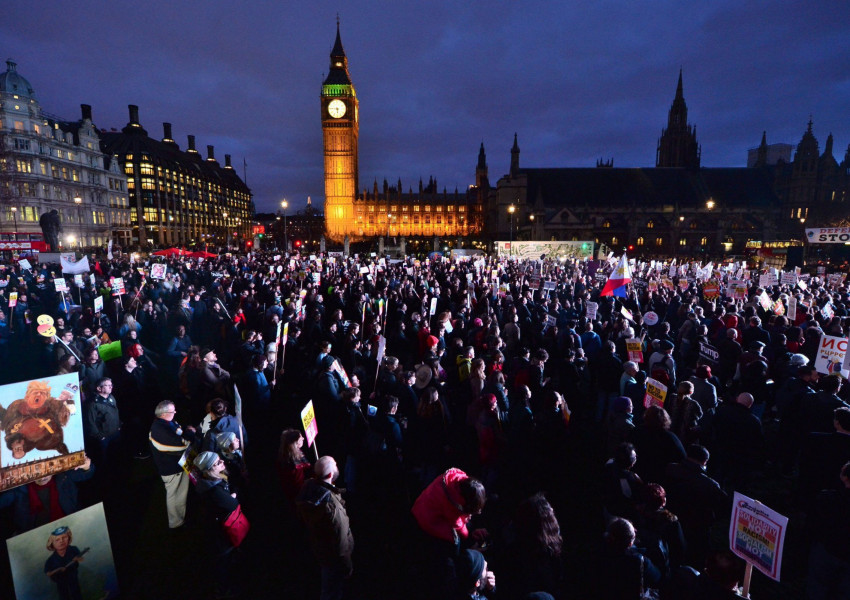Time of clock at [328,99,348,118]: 5:45
